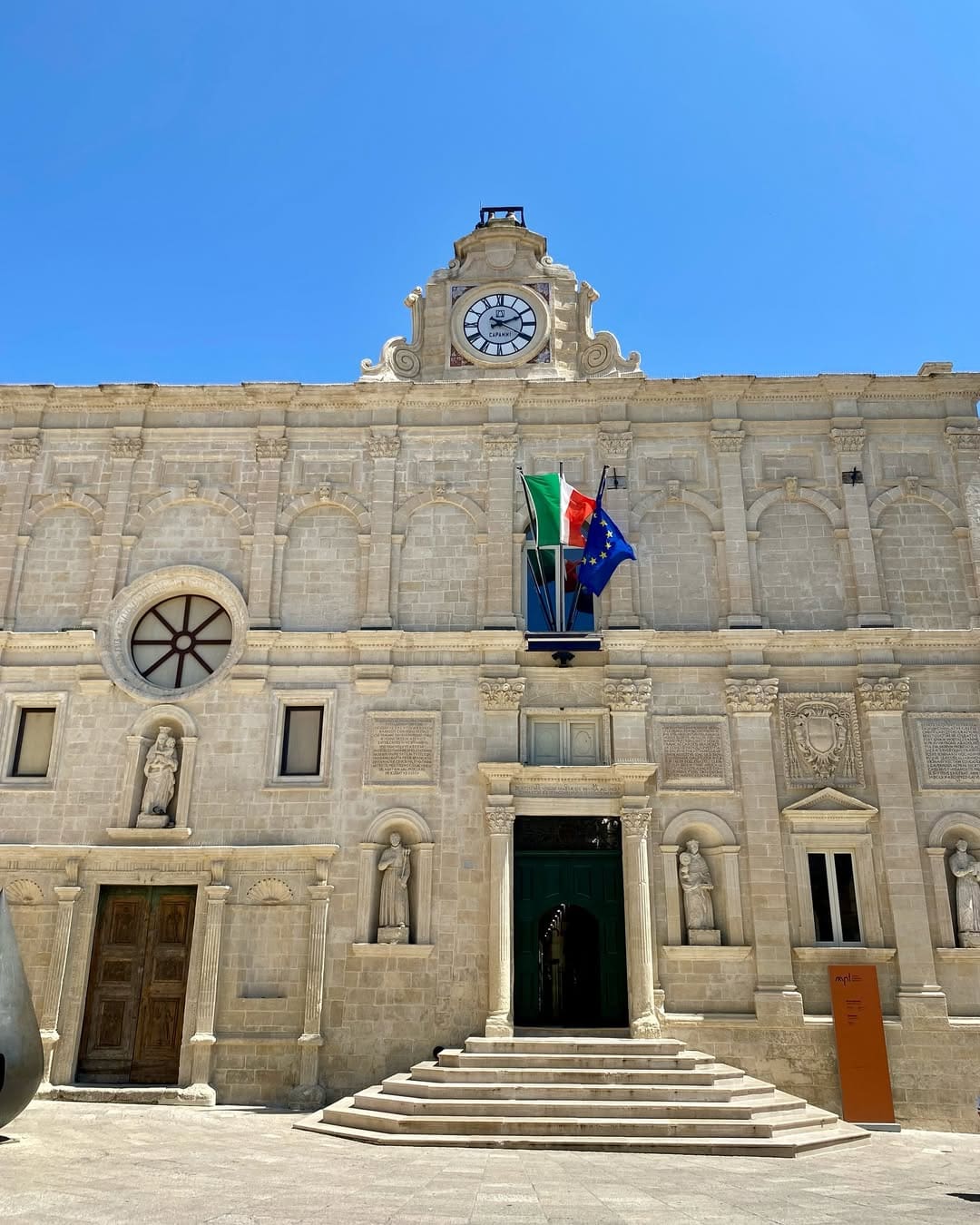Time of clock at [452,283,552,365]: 2:19
